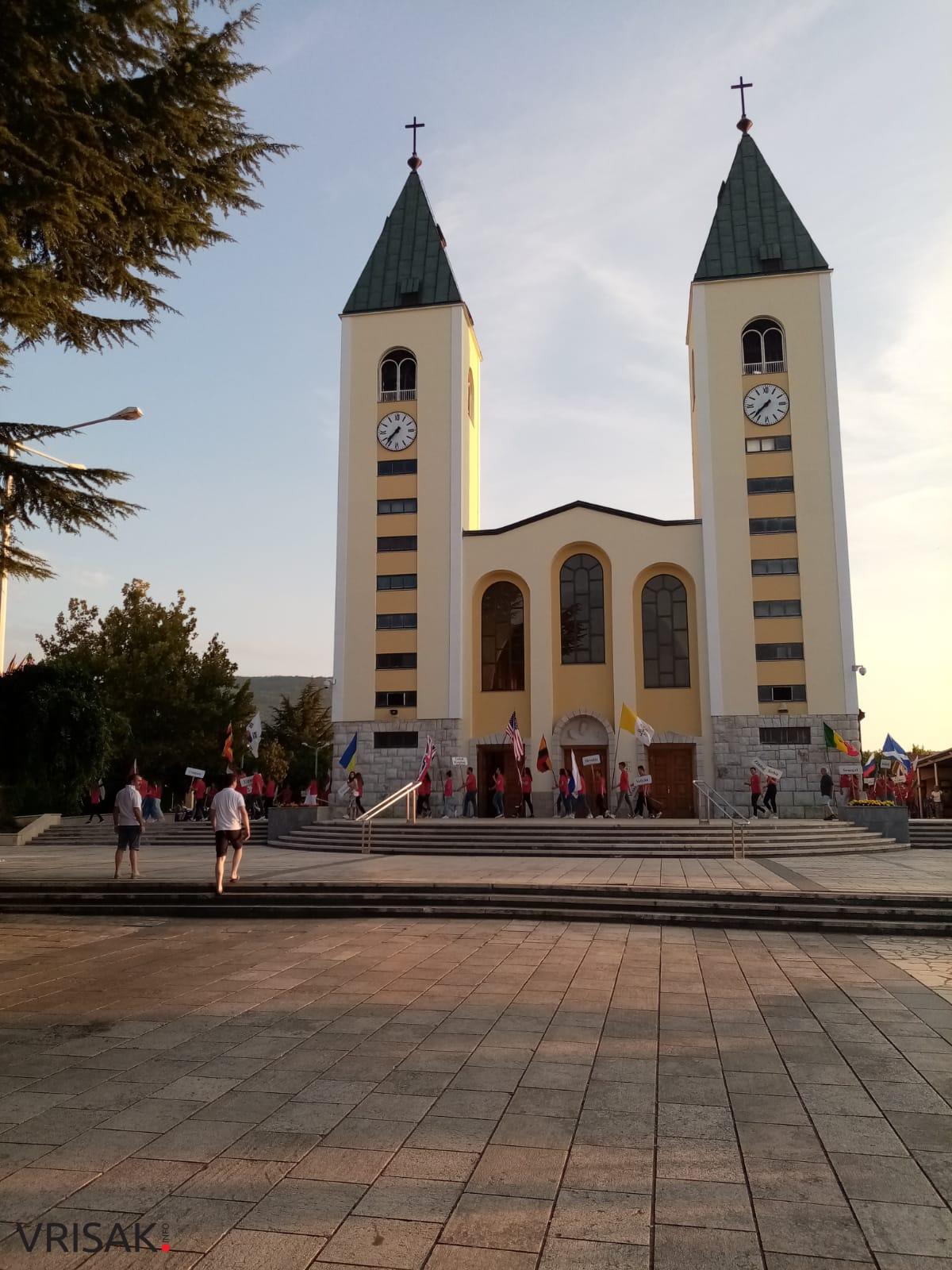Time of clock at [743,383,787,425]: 7:37
